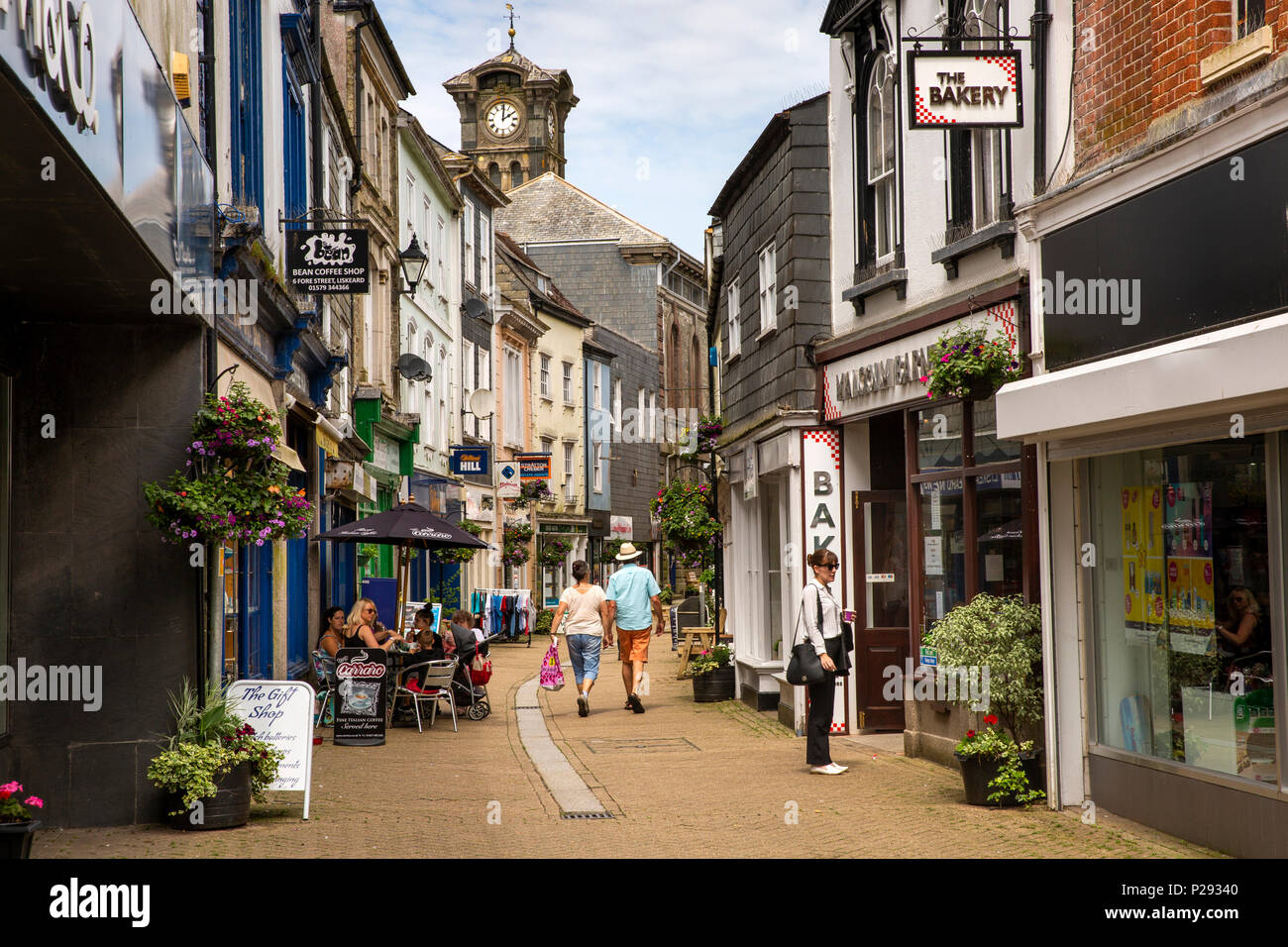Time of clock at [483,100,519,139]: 2:01
